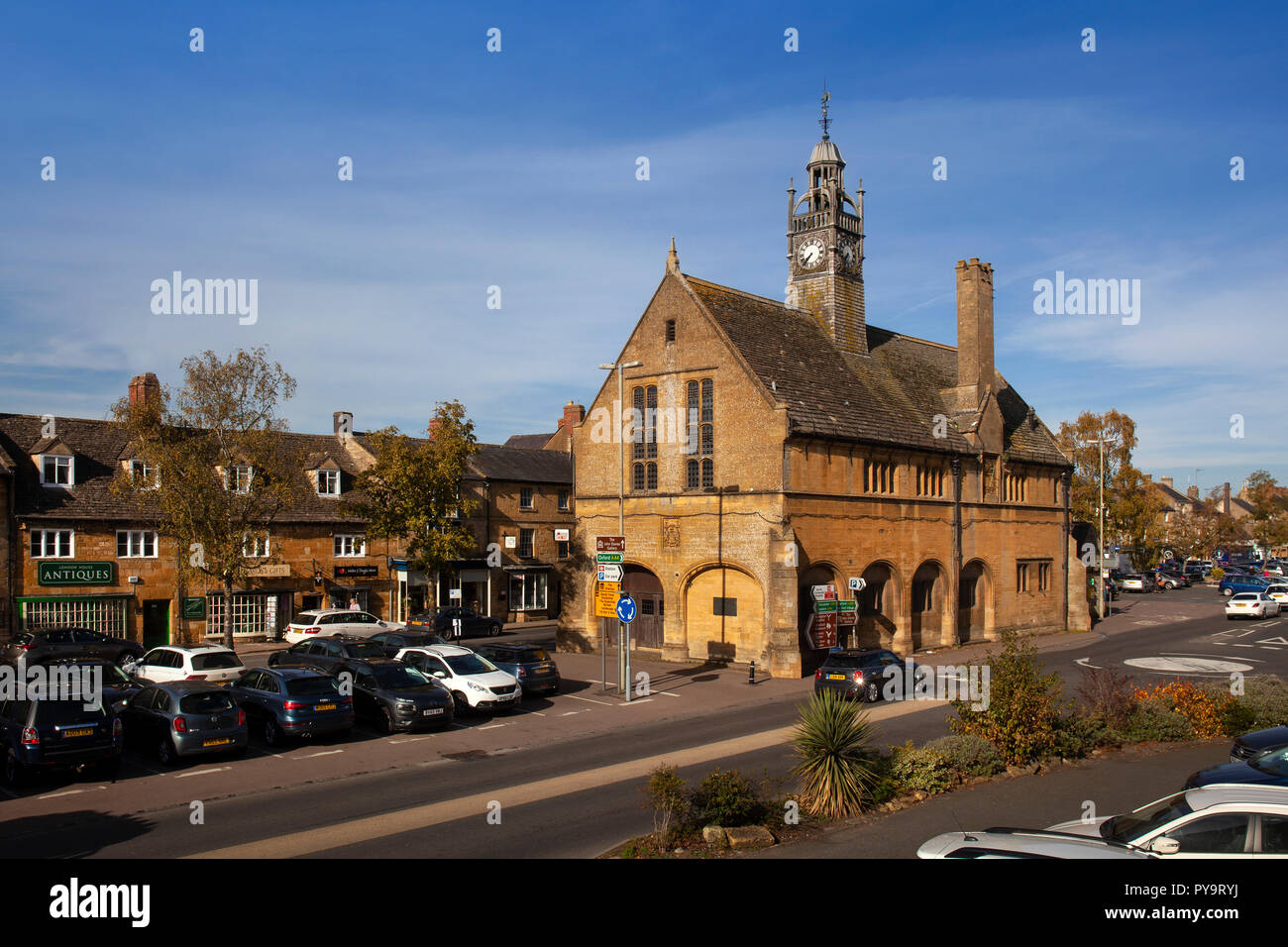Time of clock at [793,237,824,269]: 7:36
